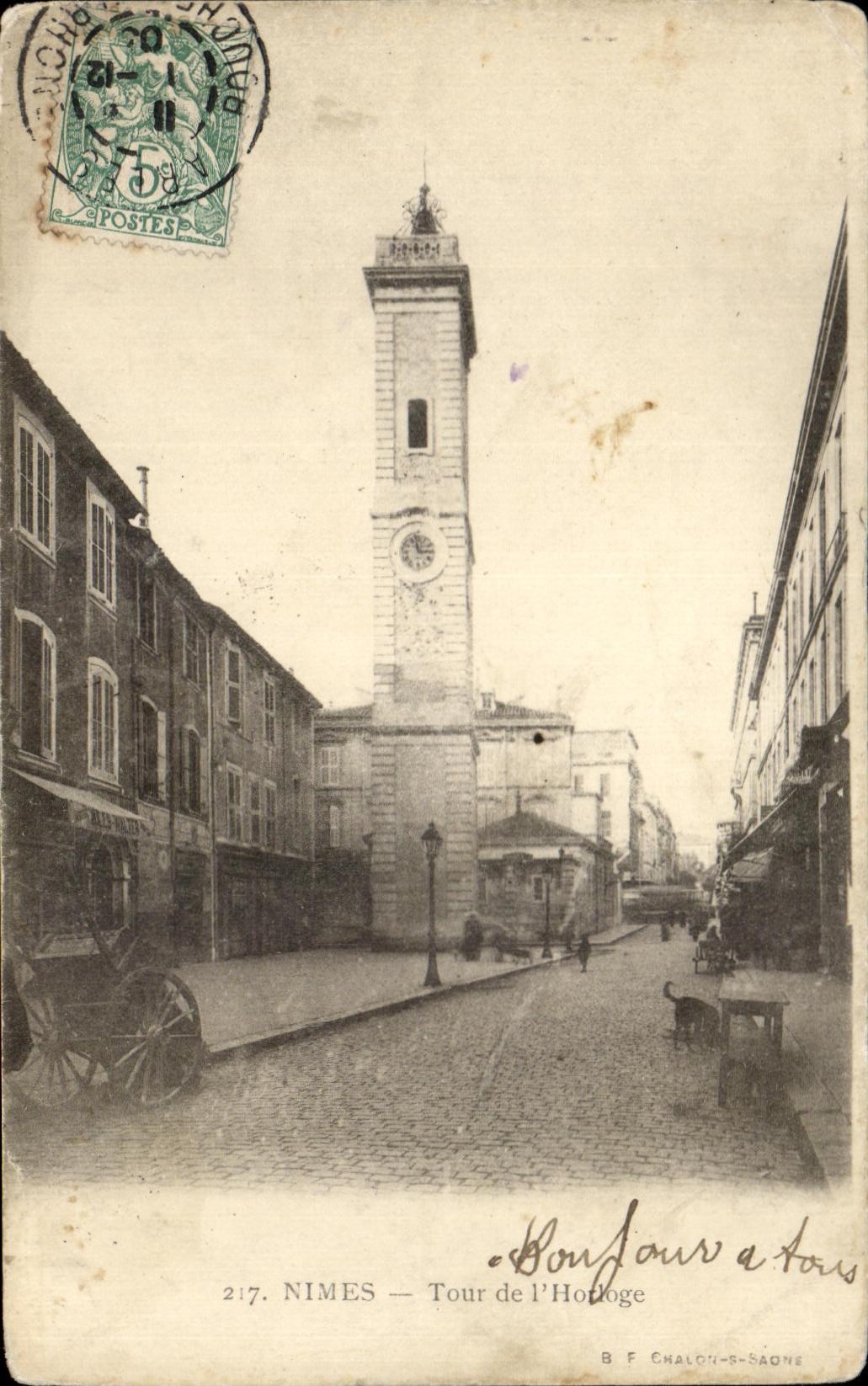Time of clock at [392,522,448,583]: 2:58
